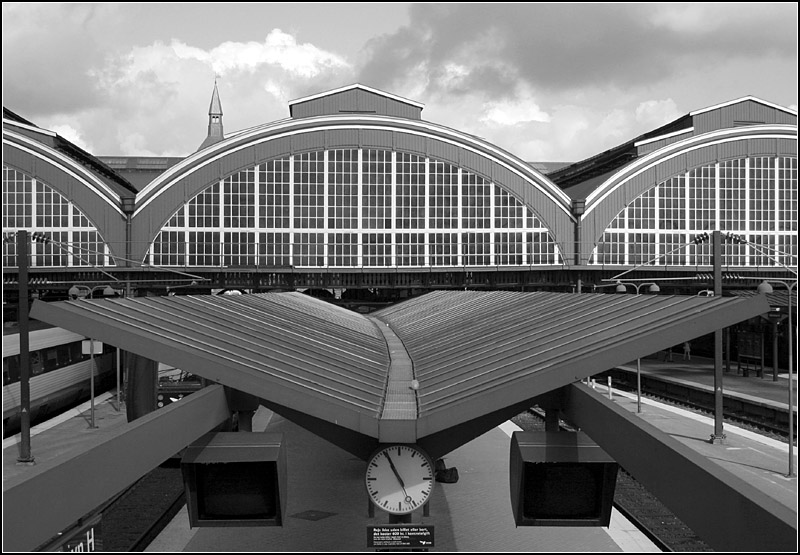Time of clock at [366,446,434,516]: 10:55
